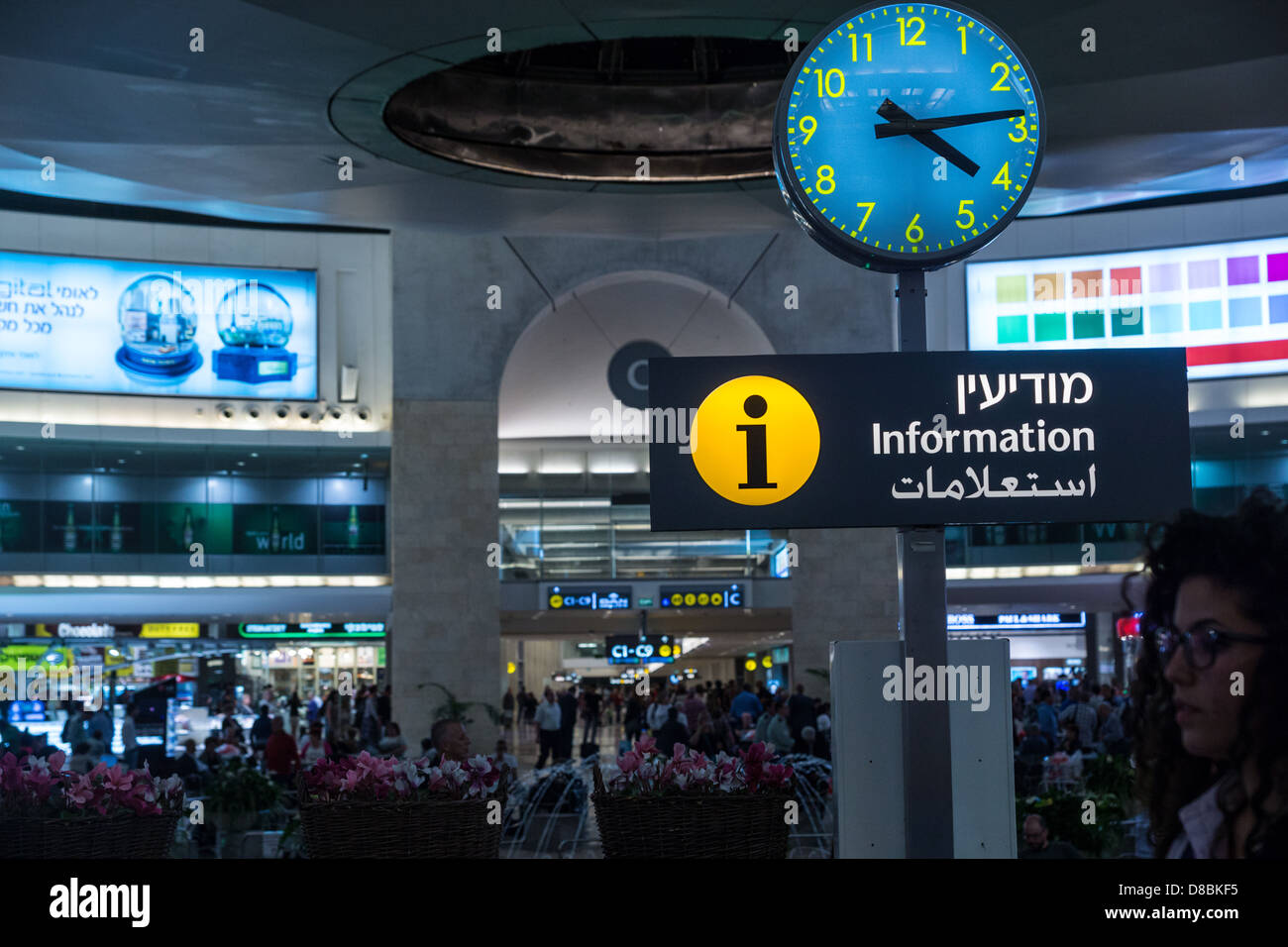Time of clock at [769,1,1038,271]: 4:13
